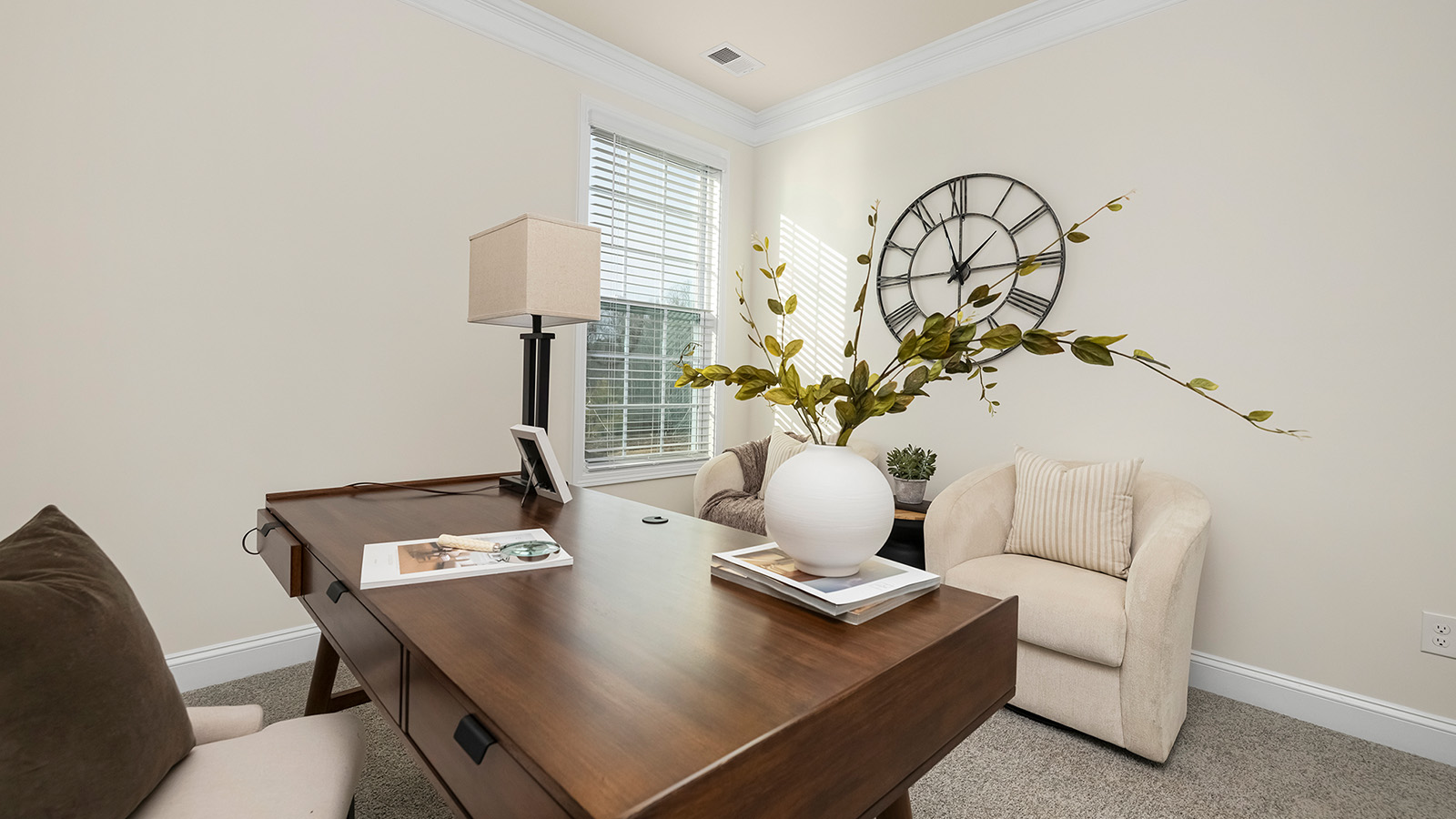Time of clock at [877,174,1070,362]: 1:14
